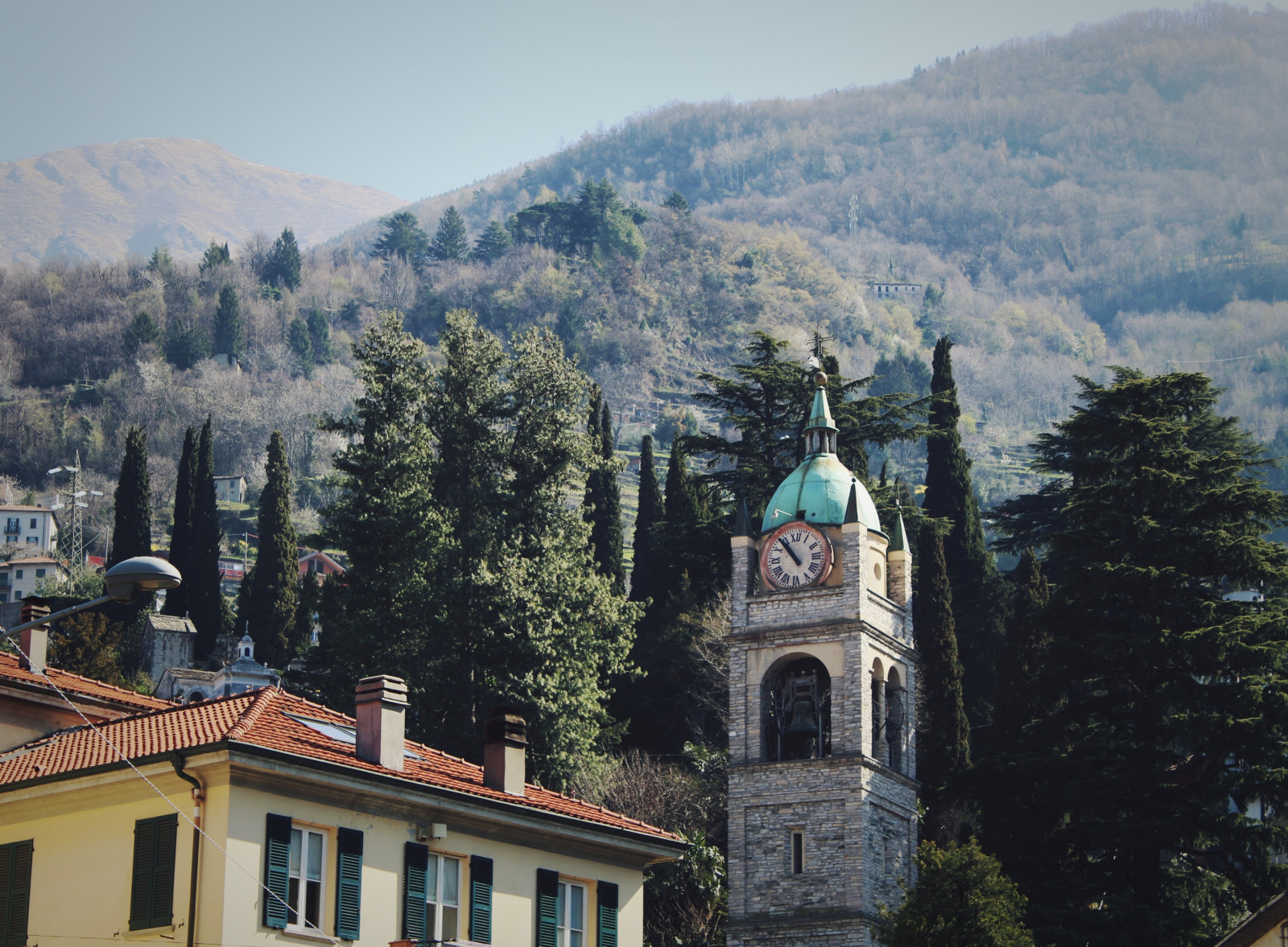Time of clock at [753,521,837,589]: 10:53
